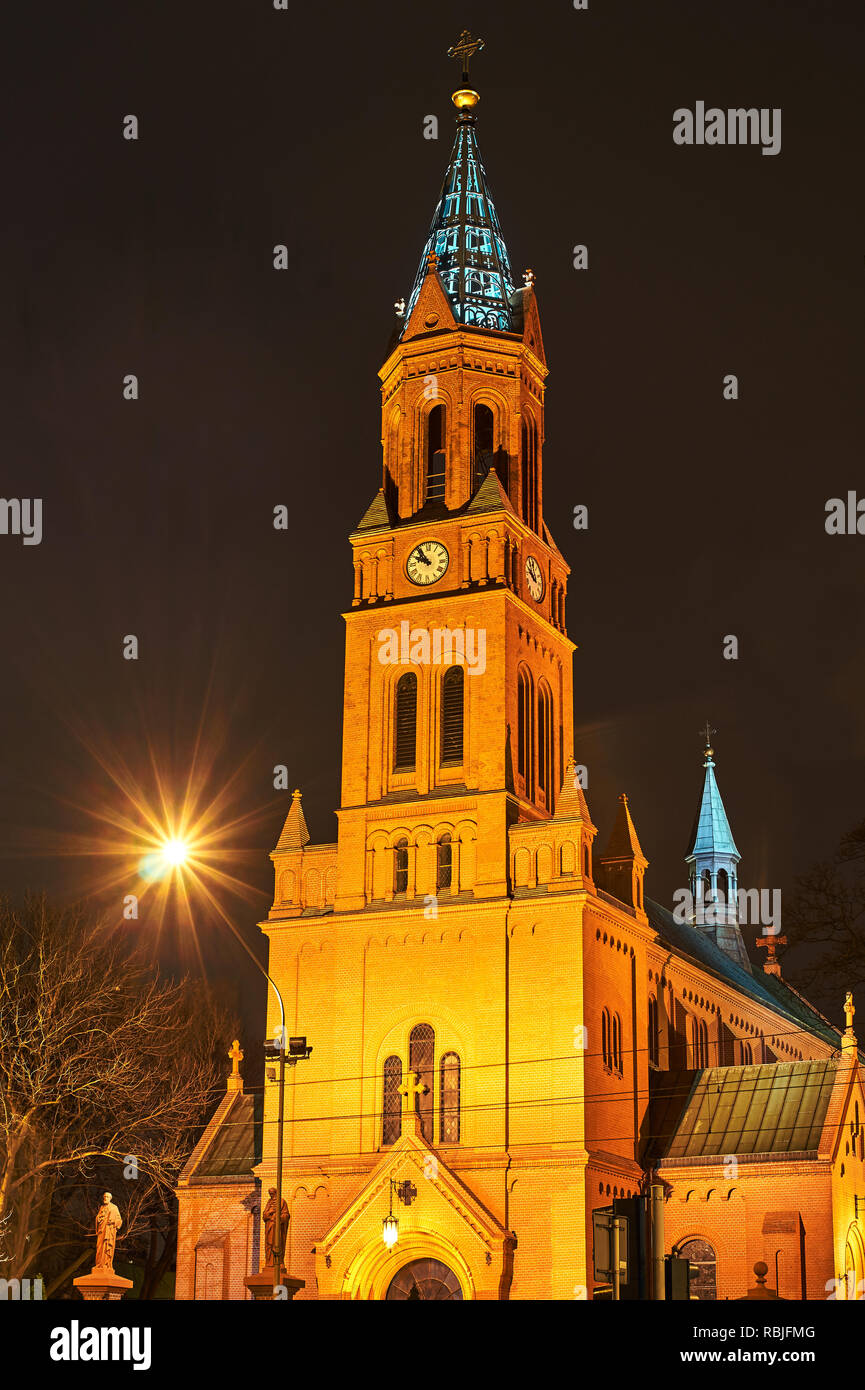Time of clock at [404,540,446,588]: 9:53
